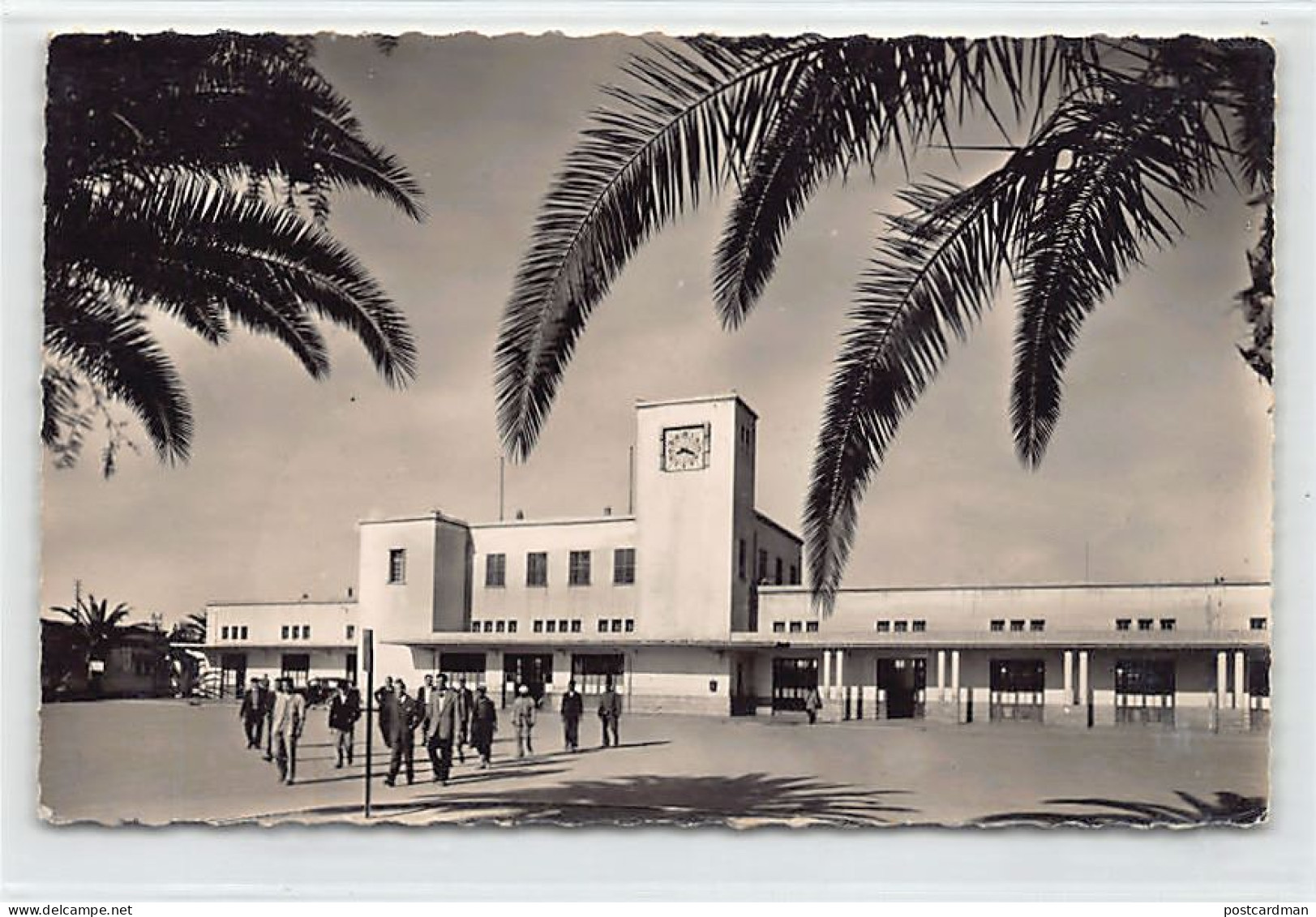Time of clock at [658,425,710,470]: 8:18
